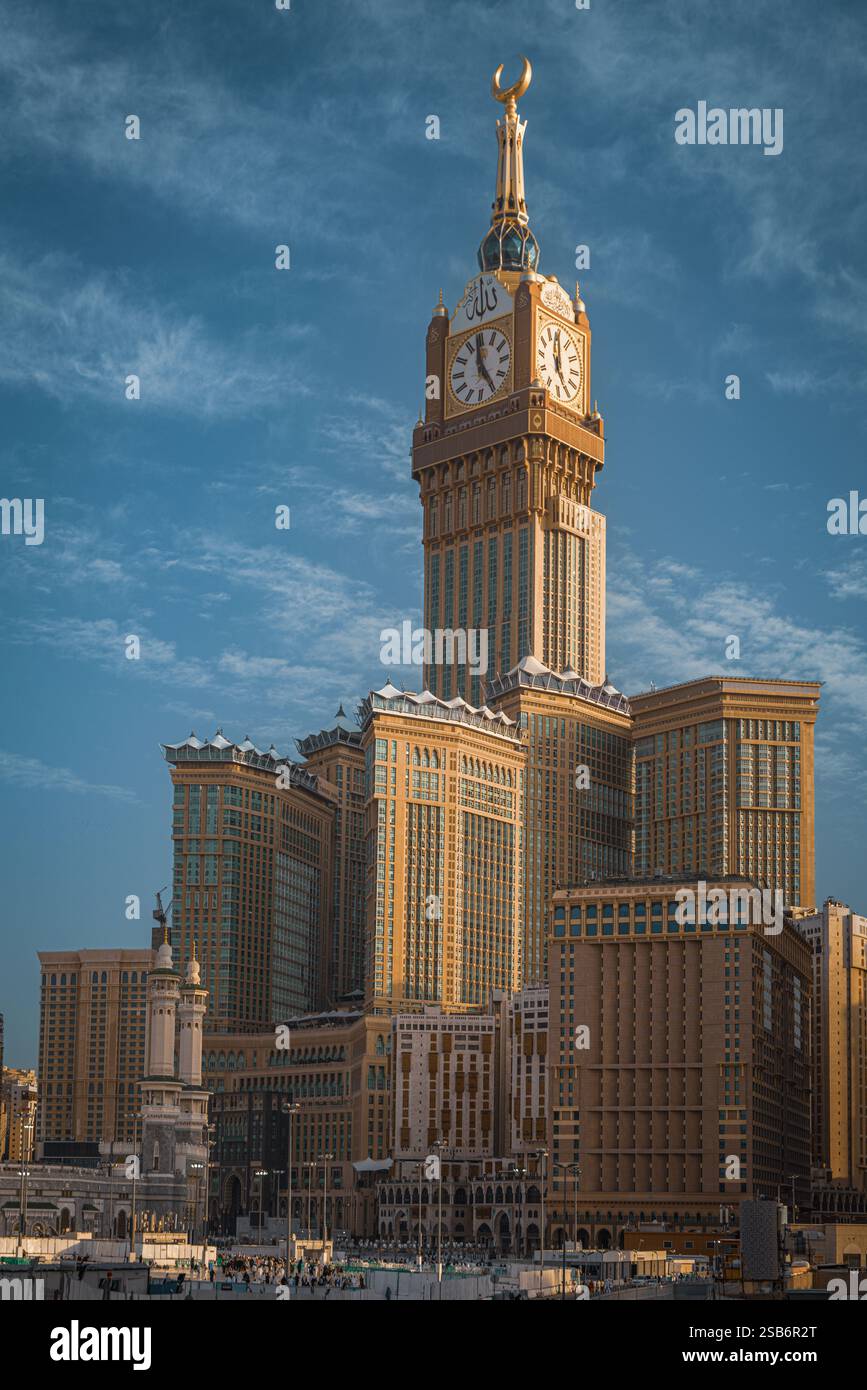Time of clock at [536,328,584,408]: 4:59
